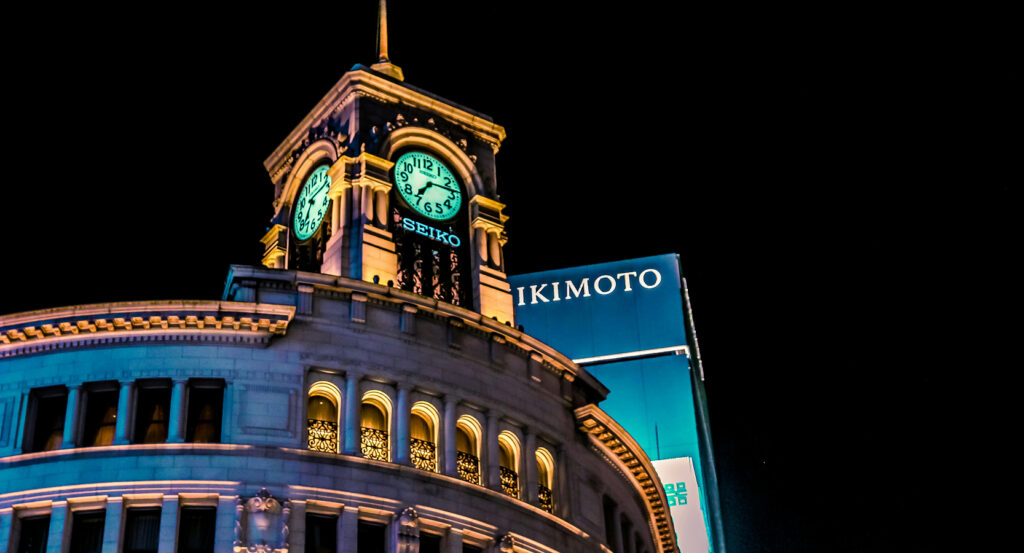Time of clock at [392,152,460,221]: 7:13
